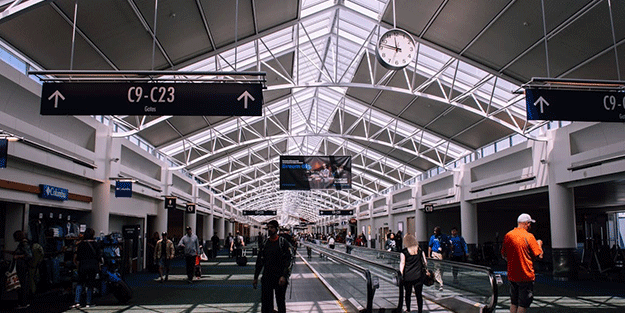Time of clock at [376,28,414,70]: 11:47
